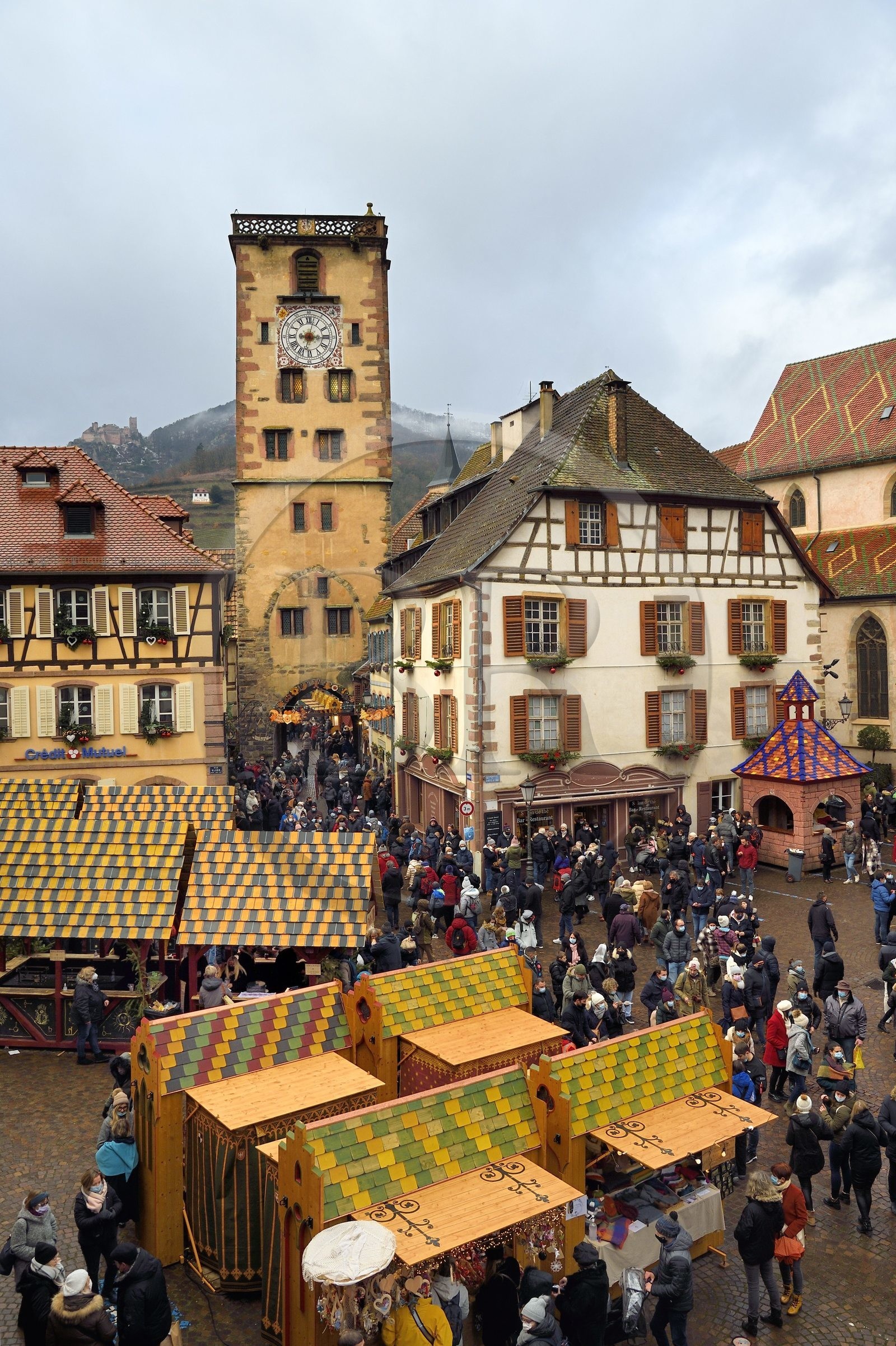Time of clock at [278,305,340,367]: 3:02
